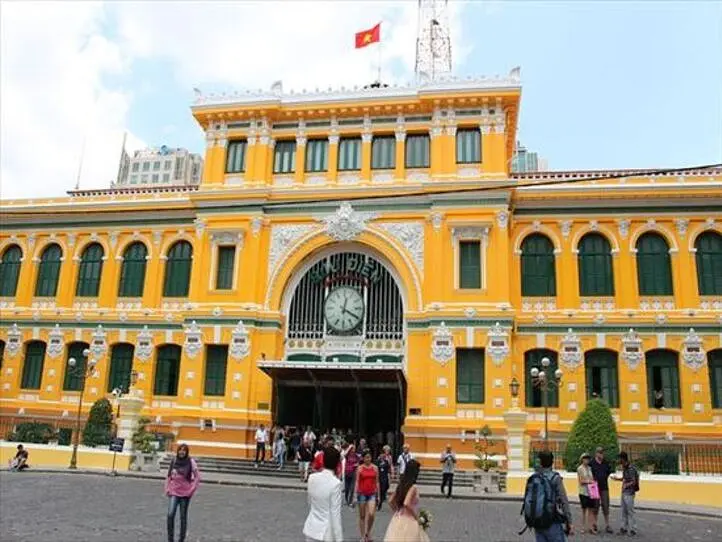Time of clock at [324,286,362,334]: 12:19
